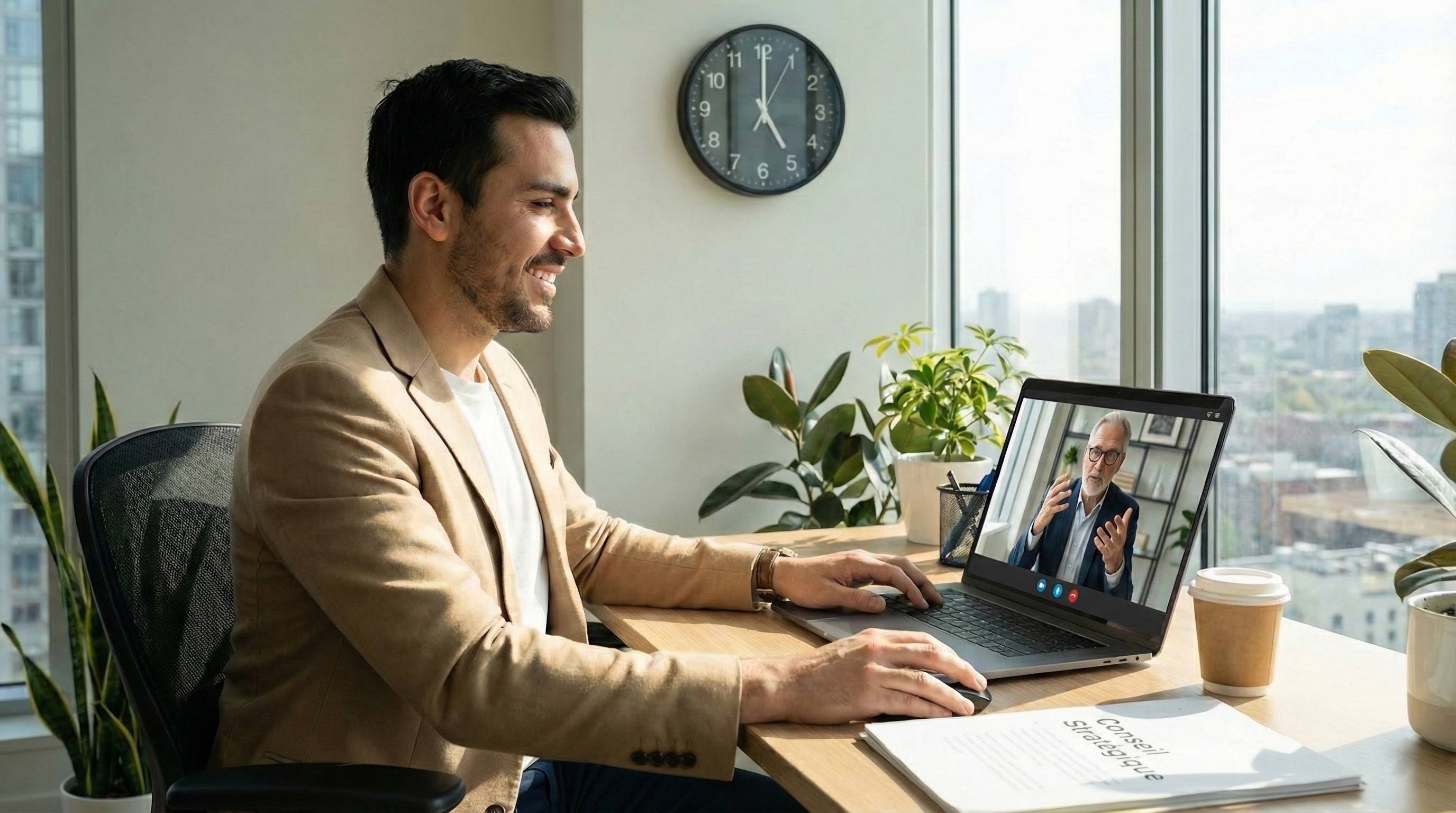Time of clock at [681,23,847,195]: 5:00
